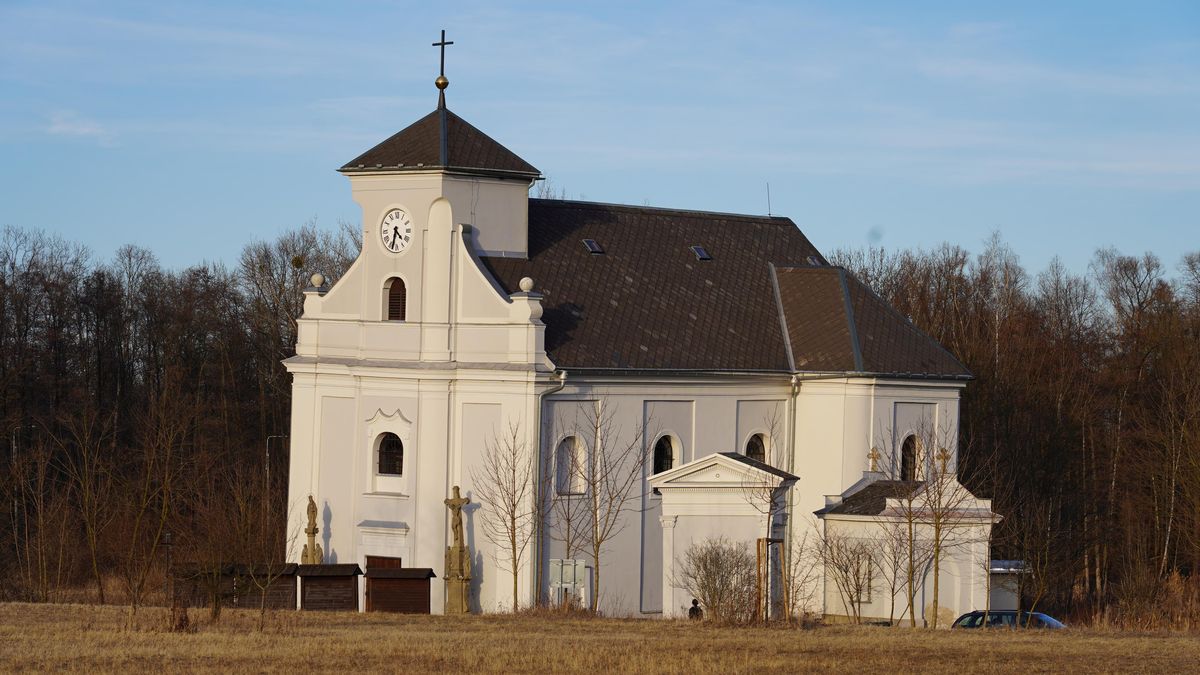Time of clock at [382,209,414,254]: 4:32
